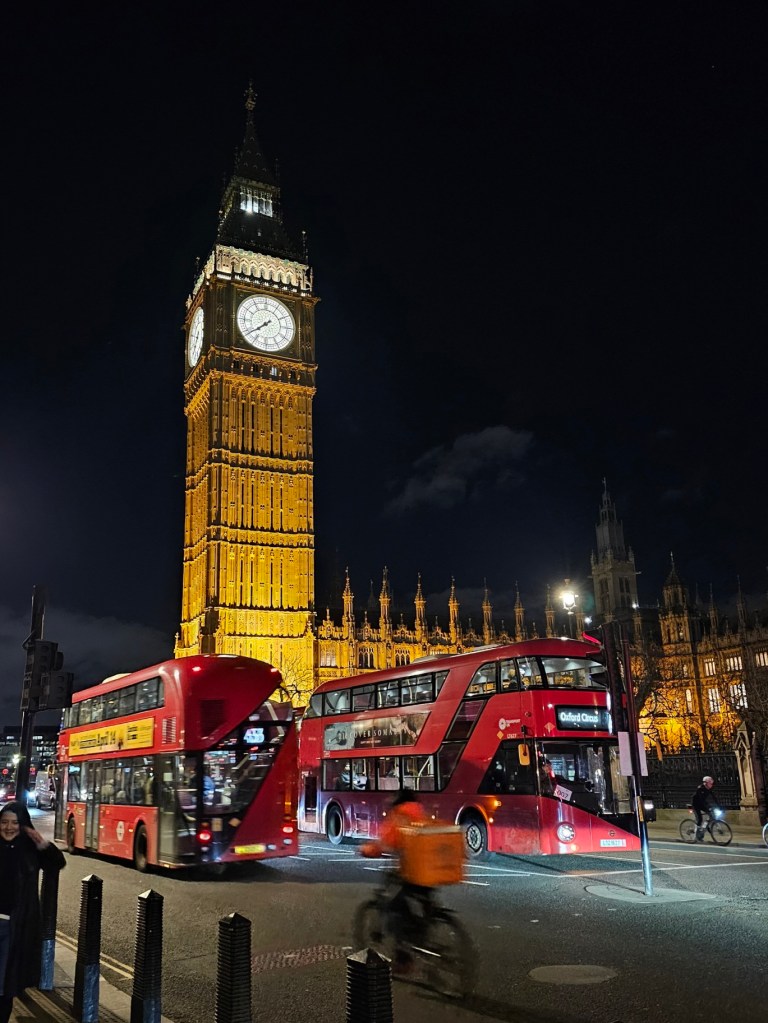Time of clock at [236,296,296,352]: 7:38
